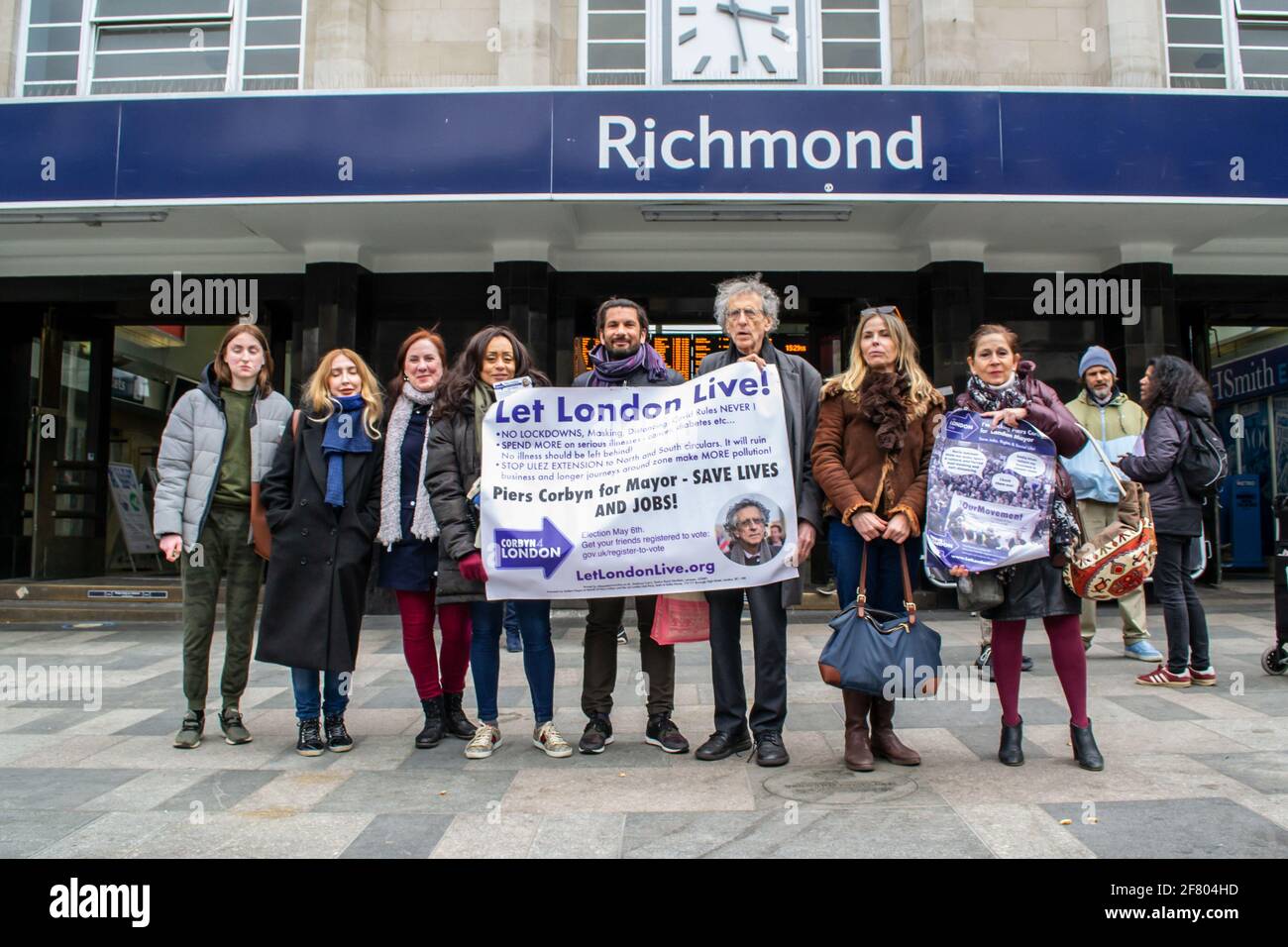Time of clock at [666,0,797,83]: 3:27
